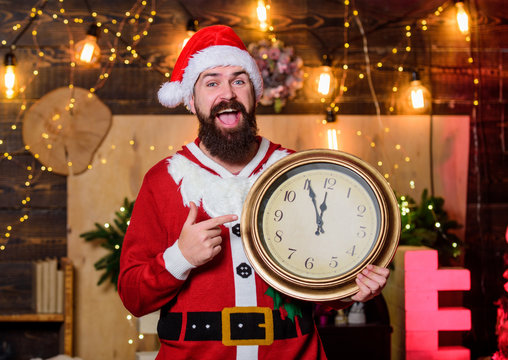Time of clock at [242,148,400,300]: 11:55
